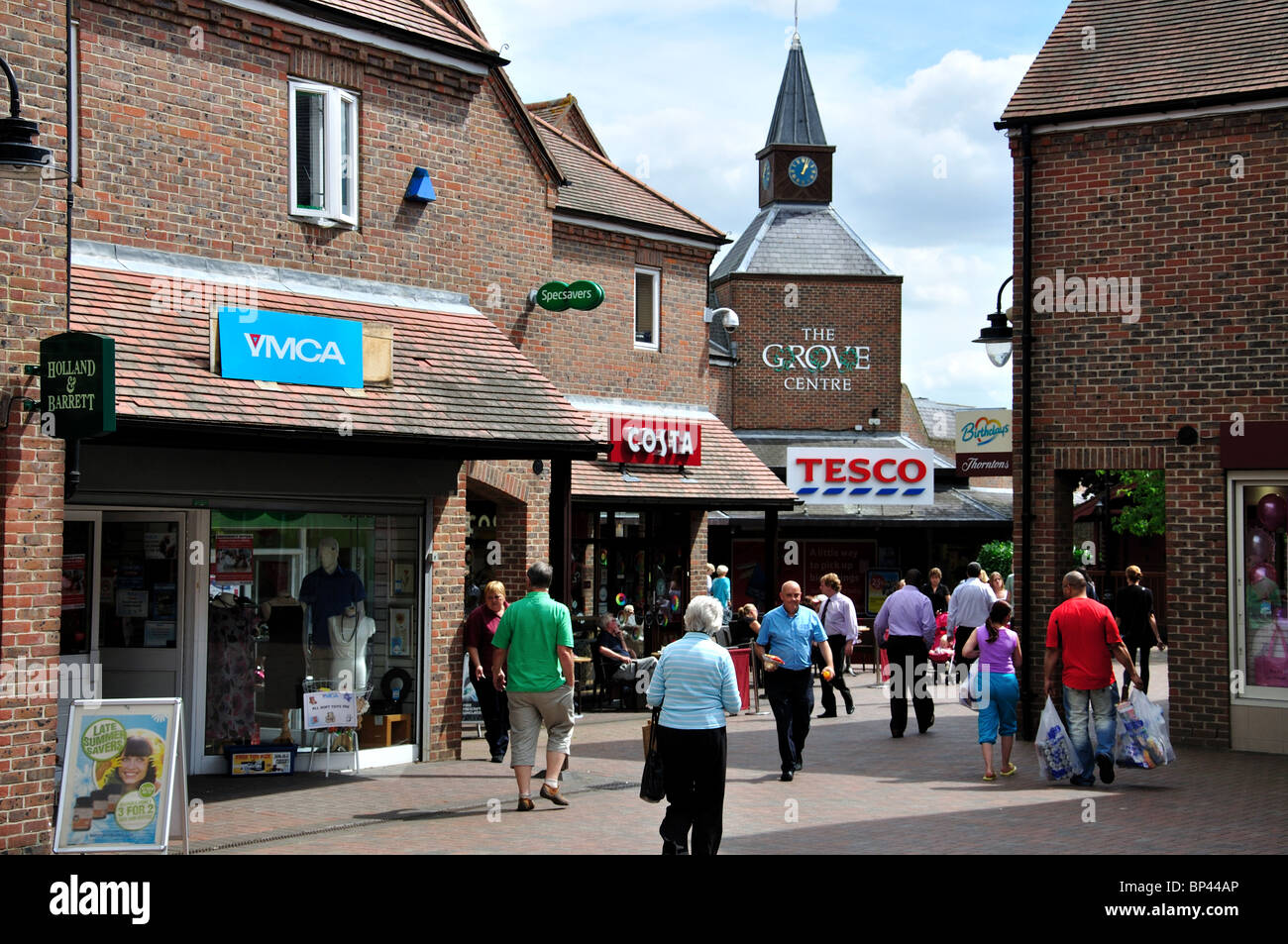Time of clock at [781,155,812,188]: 1:02
